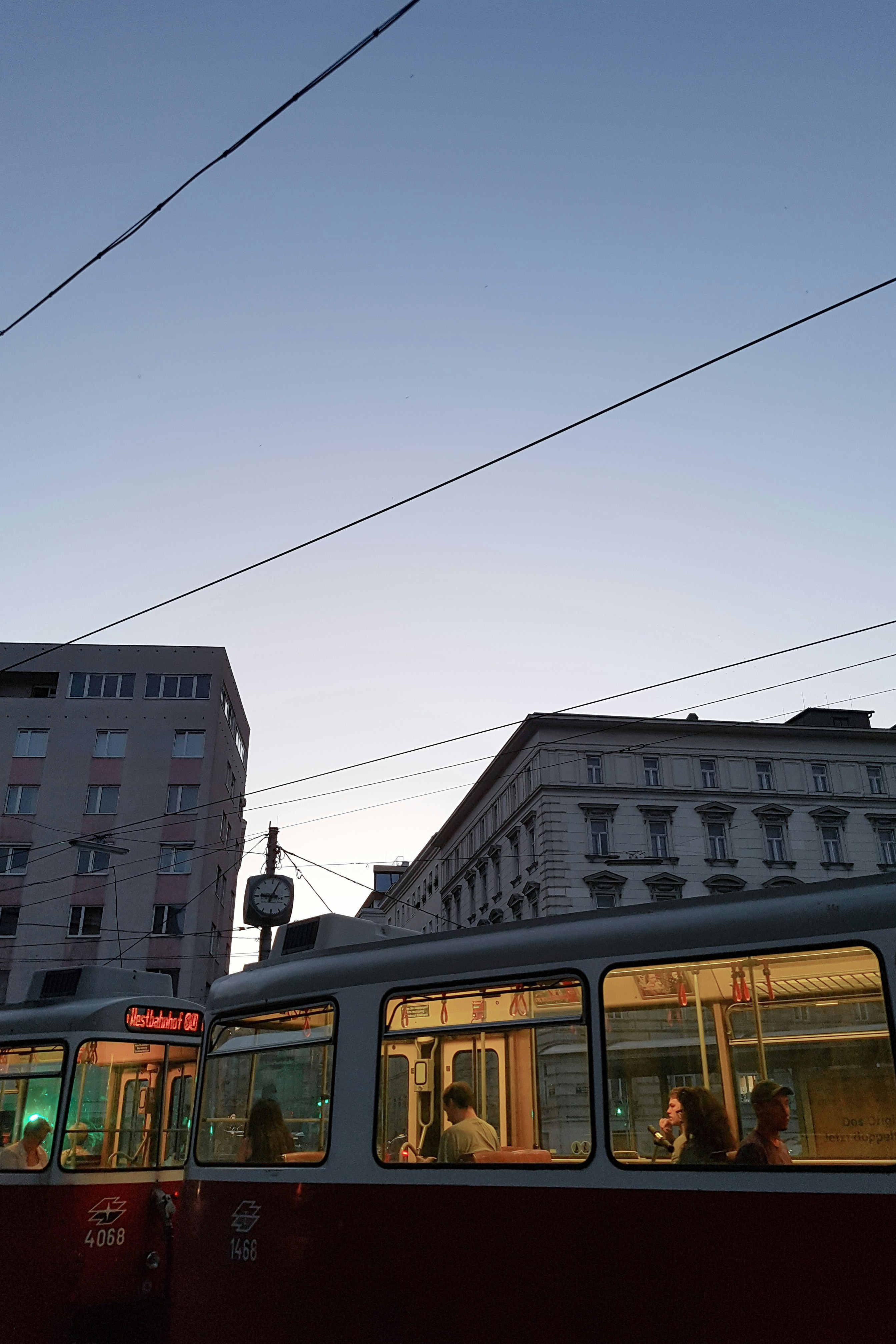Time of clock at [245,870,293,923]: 9:04
